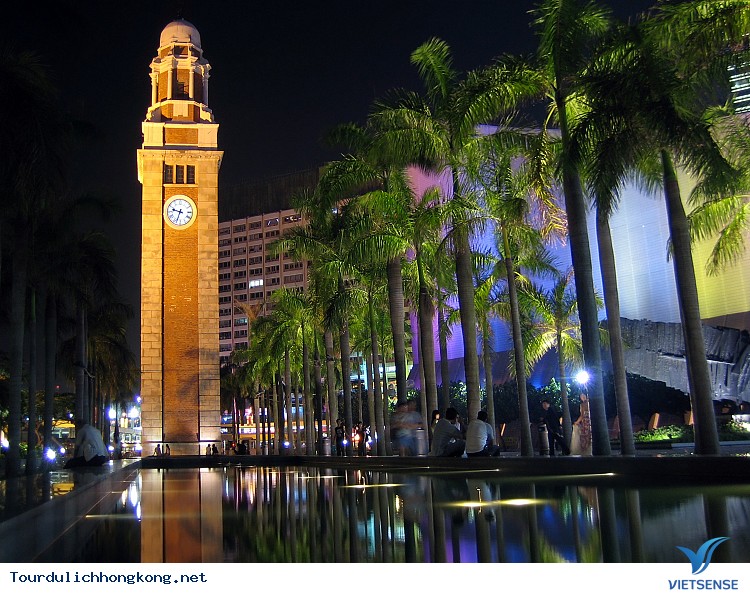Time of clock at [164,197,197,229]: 9:33
